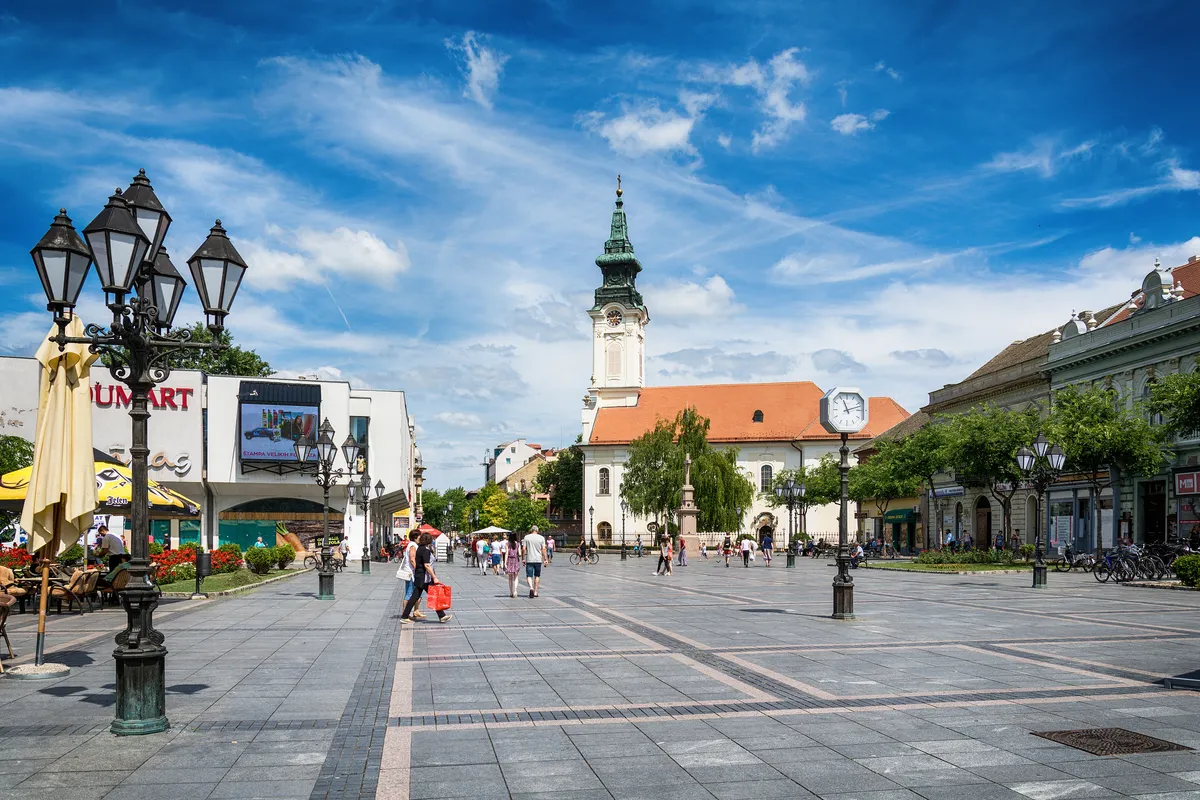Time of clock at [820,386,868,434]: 11:12
